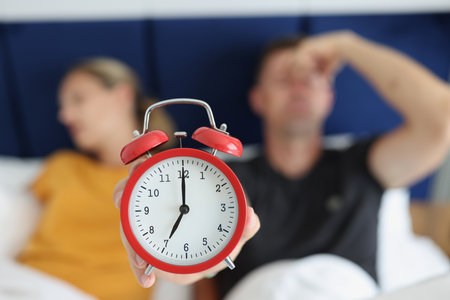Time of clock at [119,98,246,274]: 7:00
